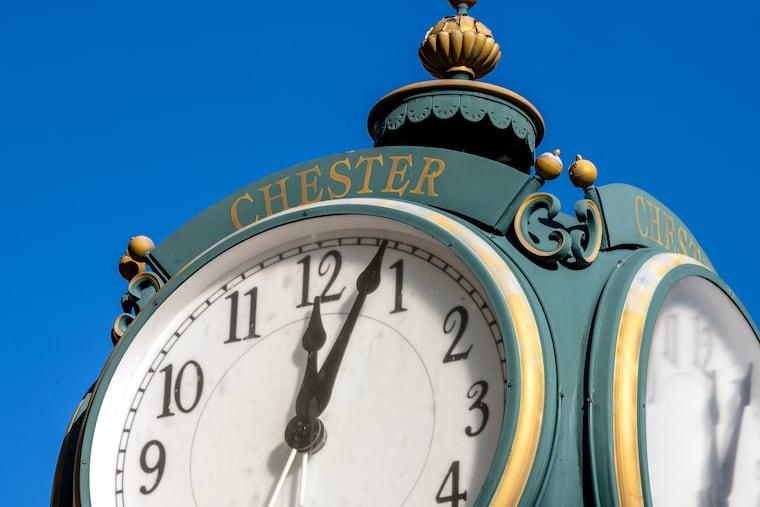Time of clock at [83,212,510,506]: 12:03
